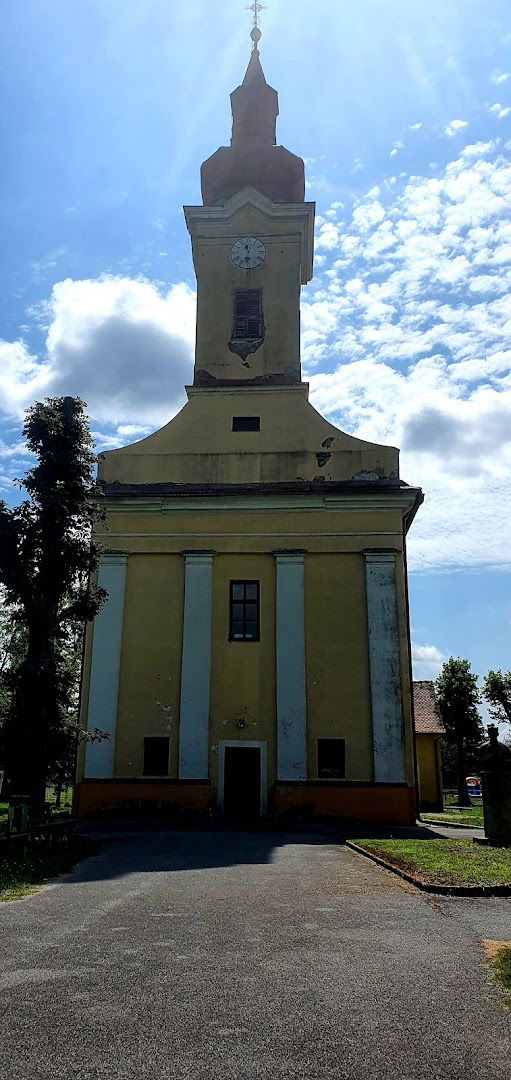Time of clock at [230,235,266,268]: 11:31
